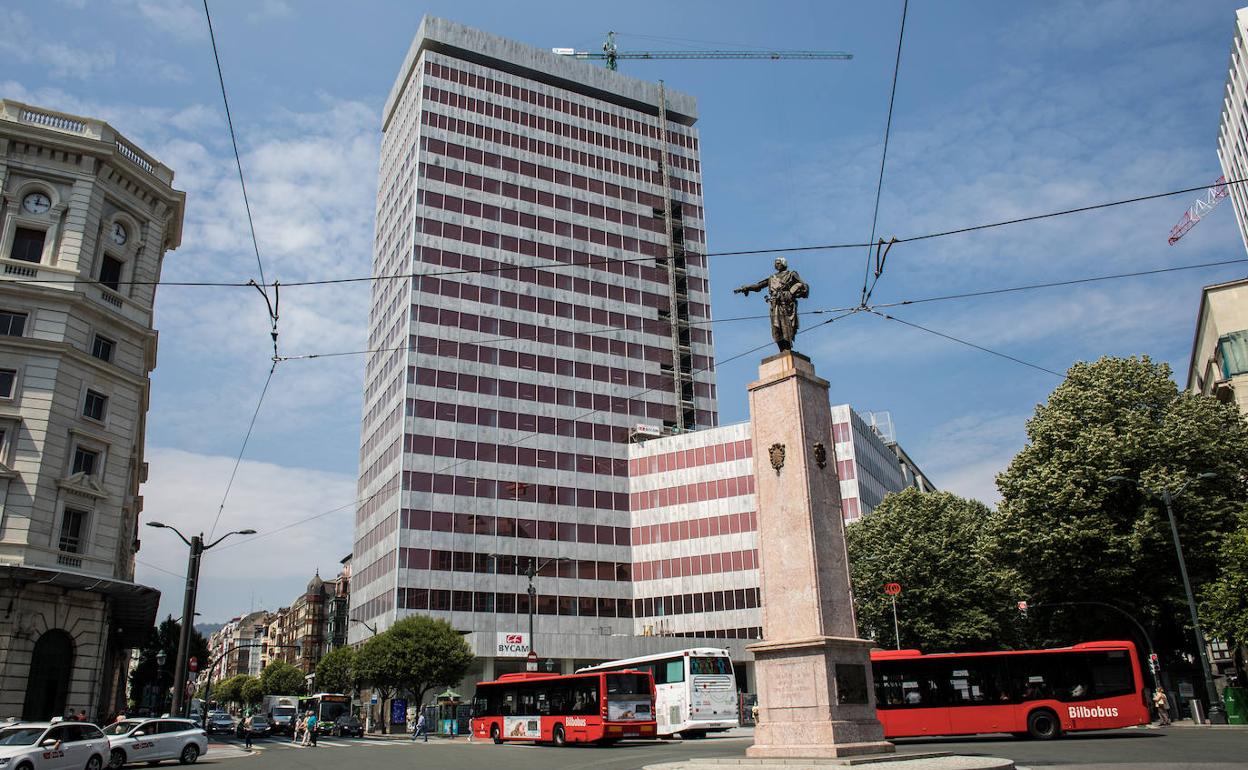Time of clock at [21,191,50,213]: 12:16
